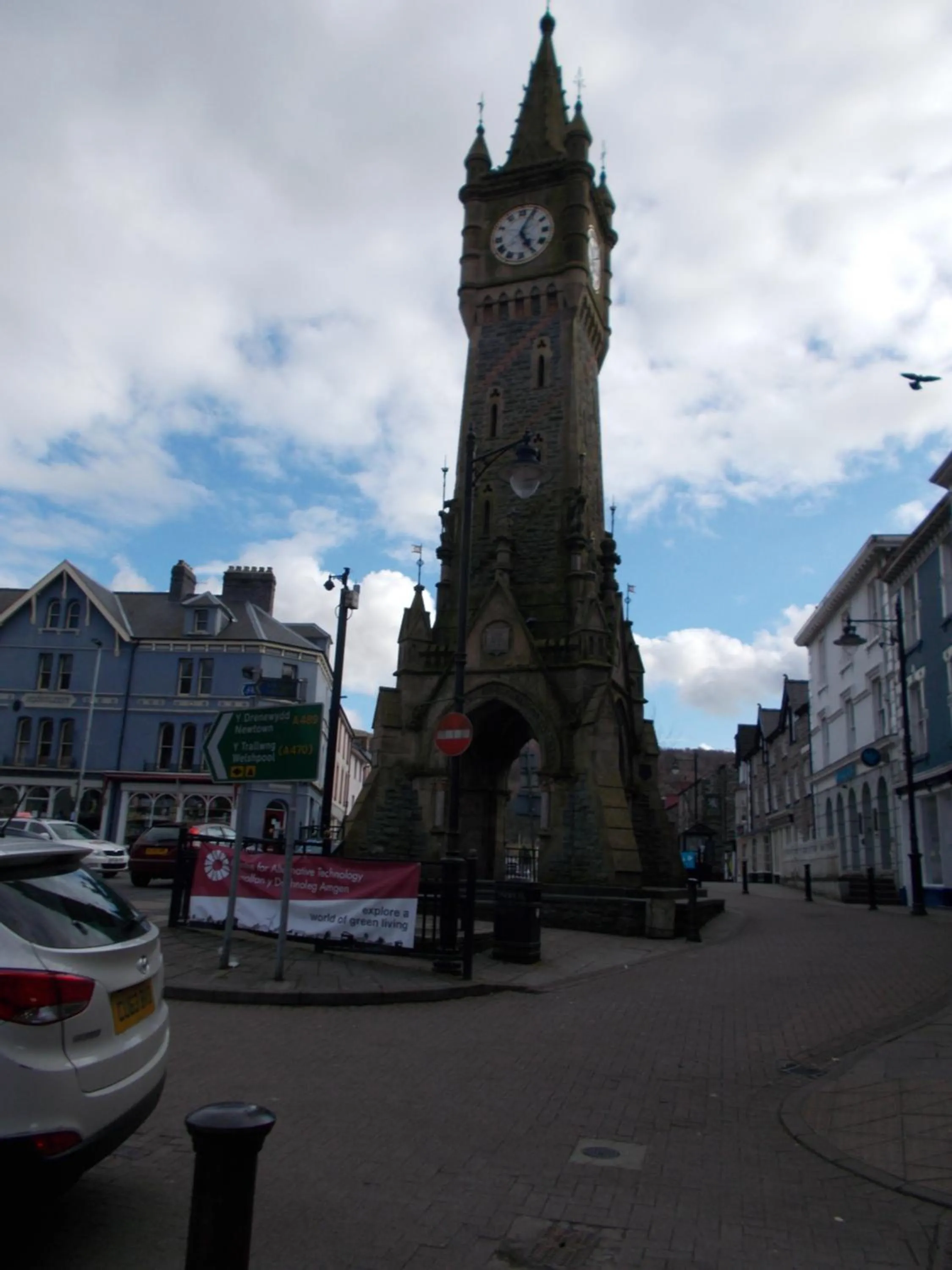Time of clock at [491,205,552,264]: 5:04
